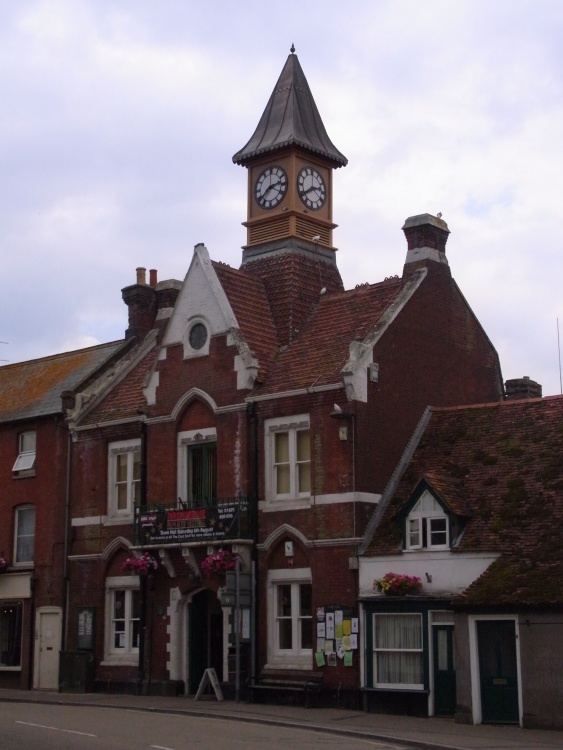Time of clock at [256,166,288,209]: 2:38
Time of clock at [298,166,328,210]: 2:39
